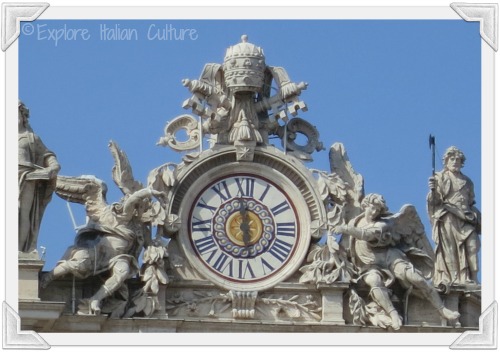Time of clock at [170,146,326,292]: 11:58
